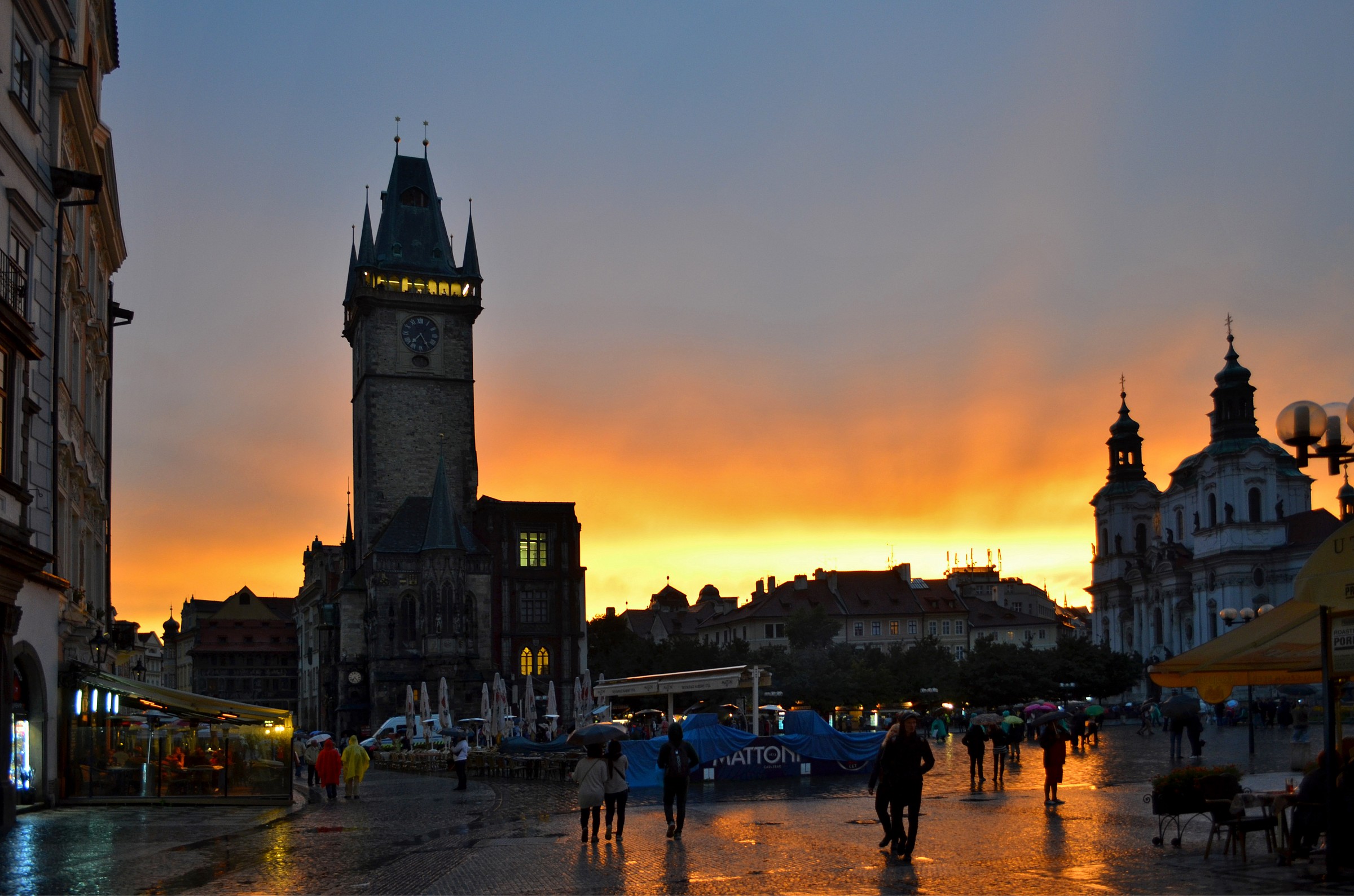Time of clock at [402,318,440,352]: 7:24
